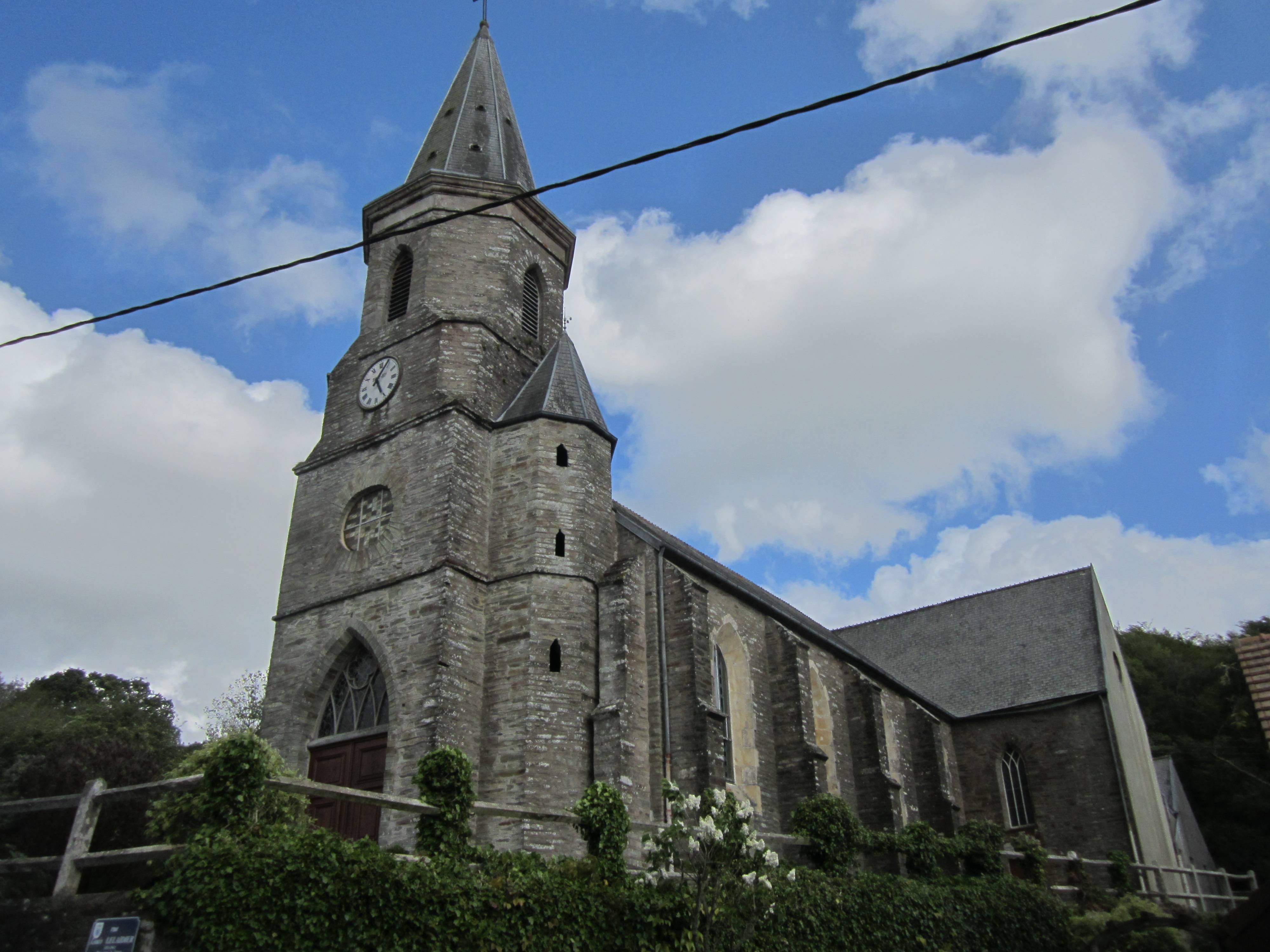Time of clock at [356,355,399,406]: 5:05
